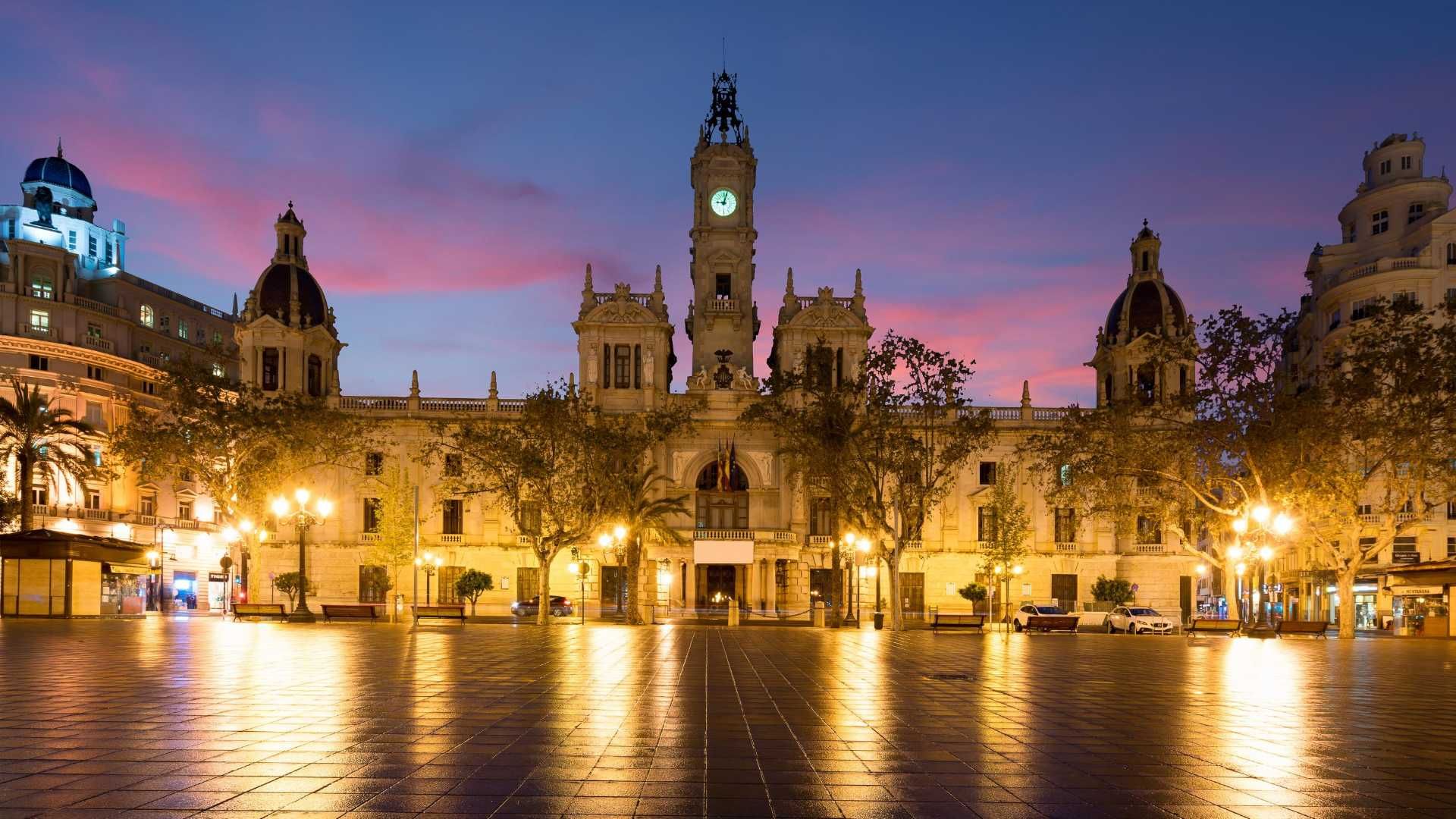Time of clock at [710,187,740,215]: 9:02
